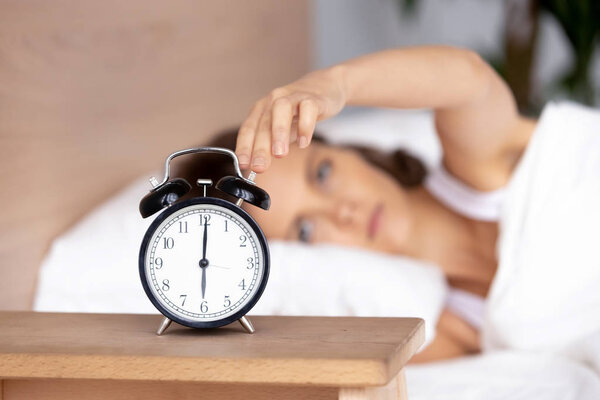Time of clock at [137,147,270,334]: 6:00
